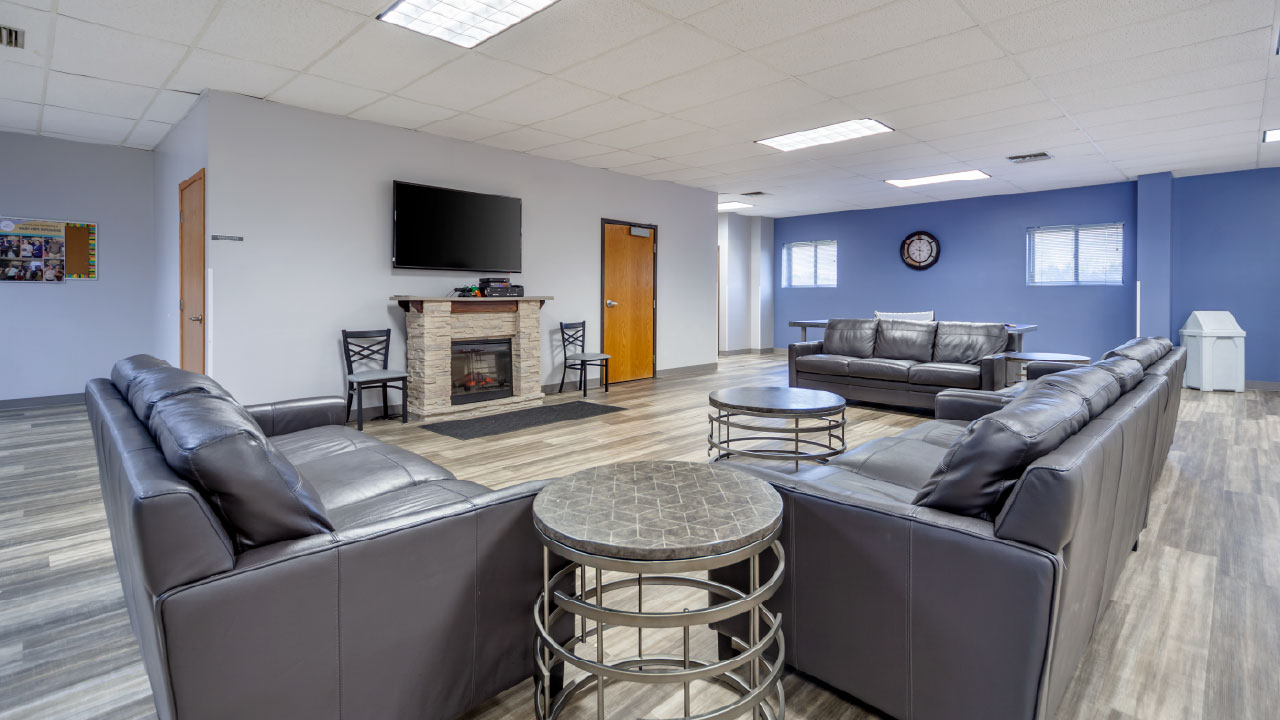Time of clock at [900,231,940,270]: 9:30
